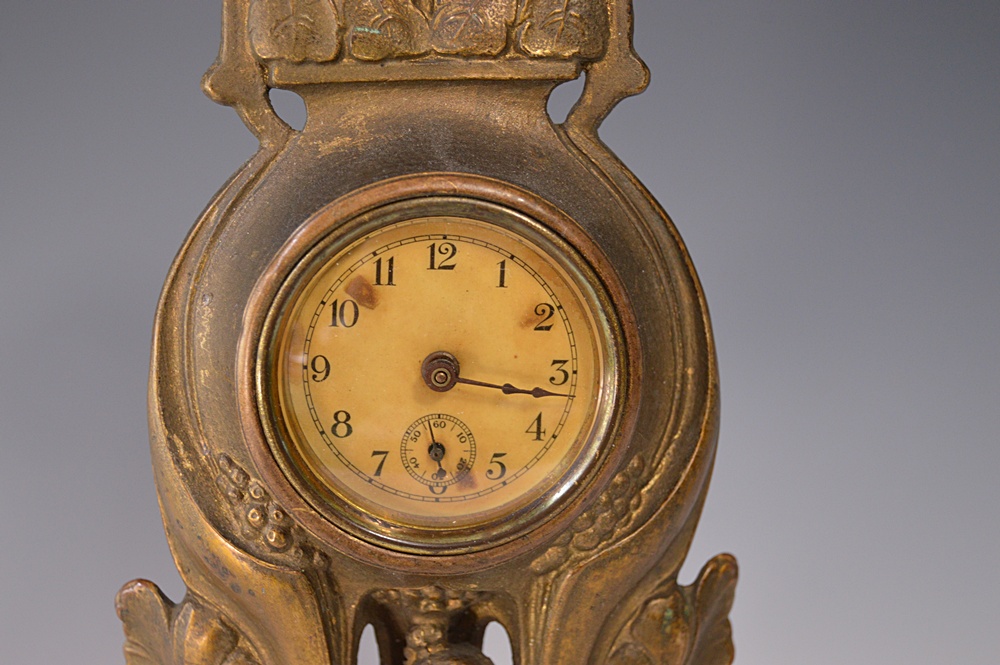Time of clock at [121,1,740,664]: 3:16
